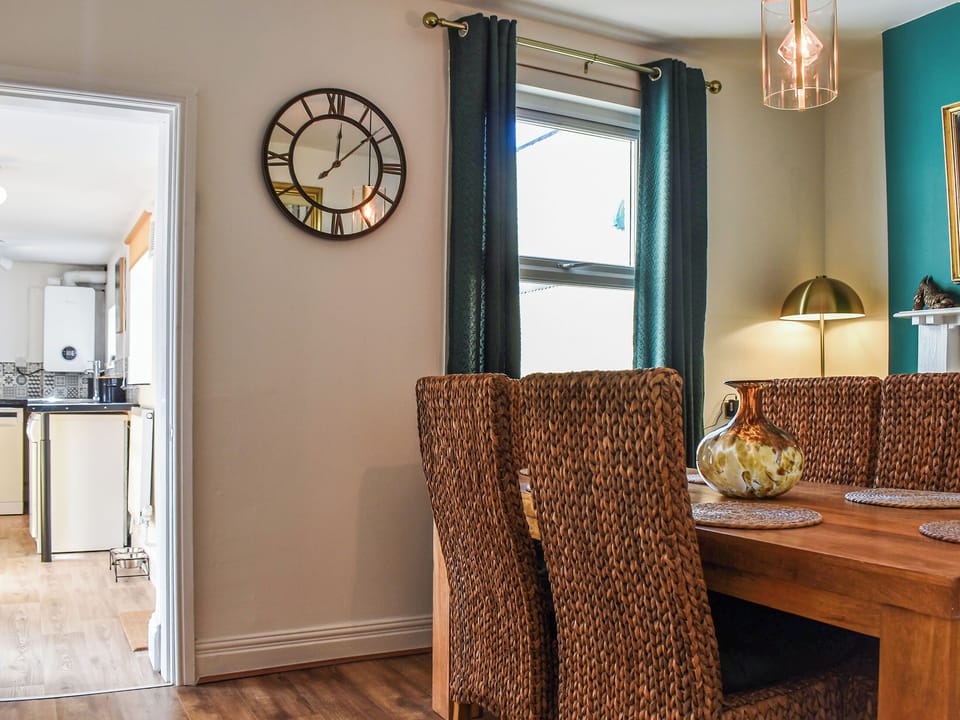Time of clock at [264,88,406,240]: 12:08
